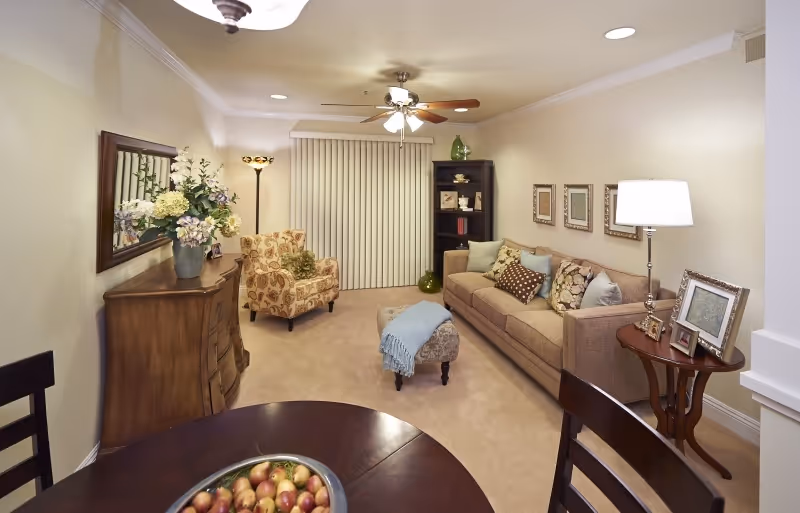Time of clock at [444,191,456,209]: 8:07
